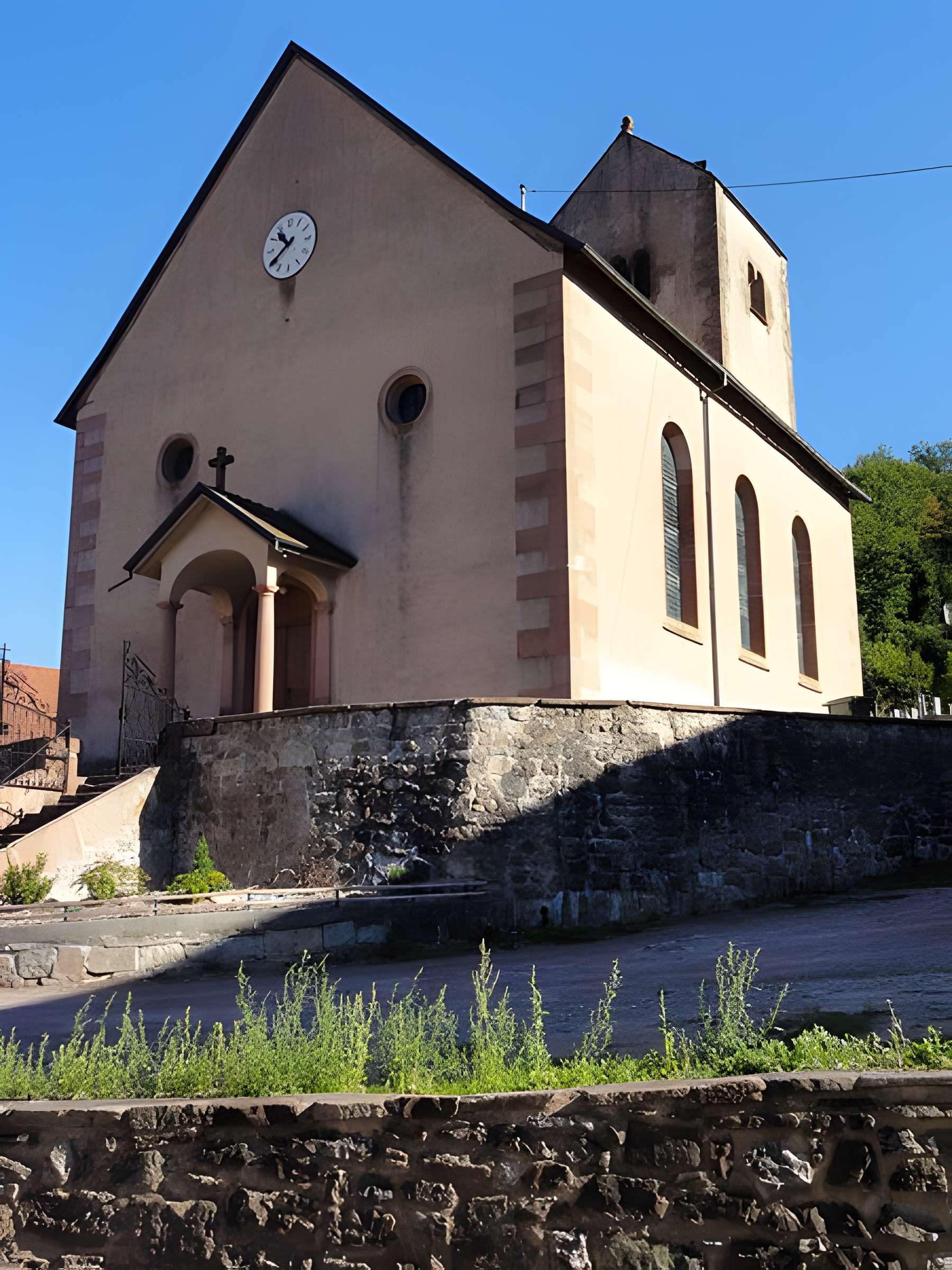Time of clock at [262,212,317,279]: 10:39
